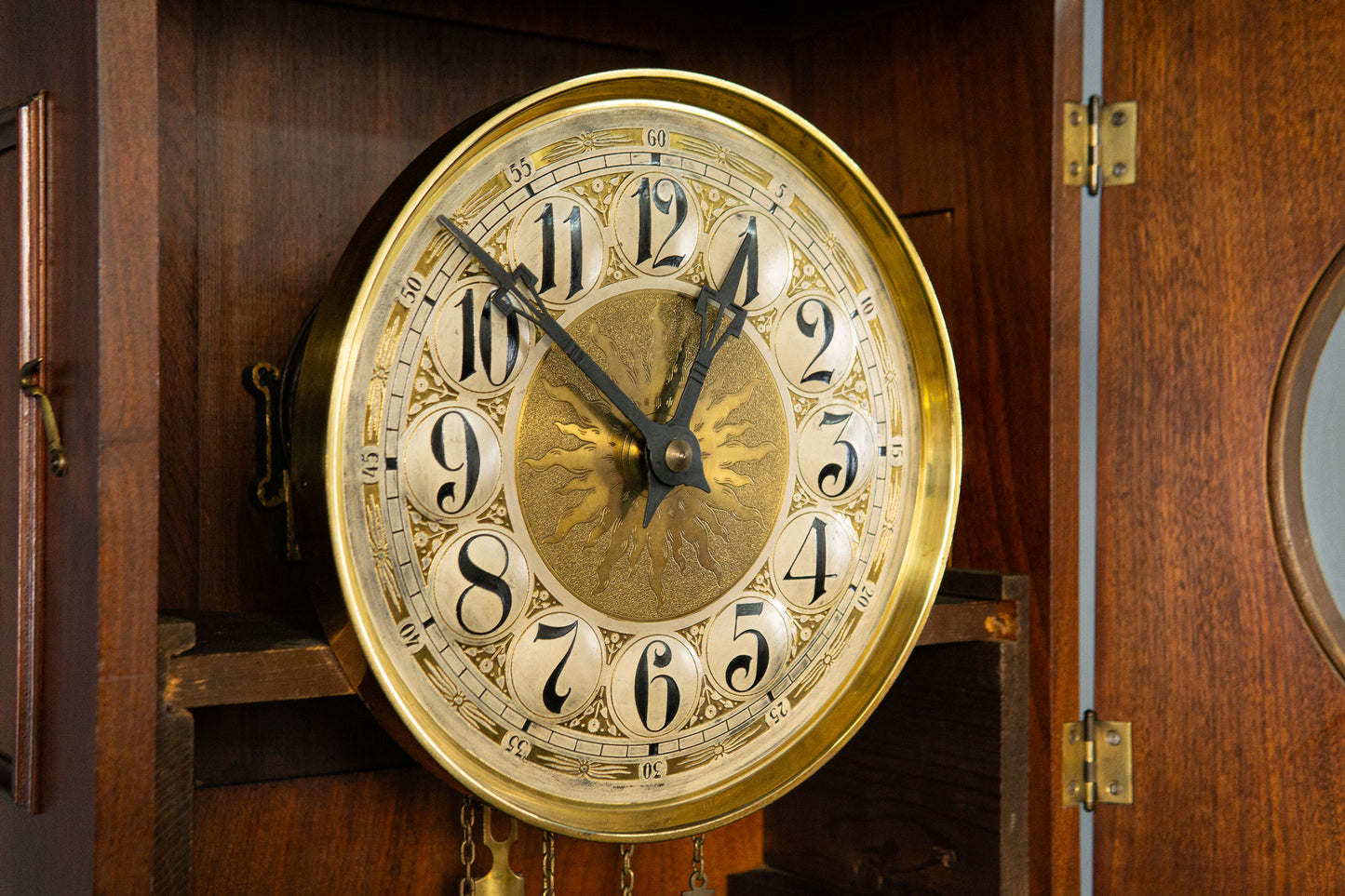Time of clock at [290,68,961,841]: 12:52
